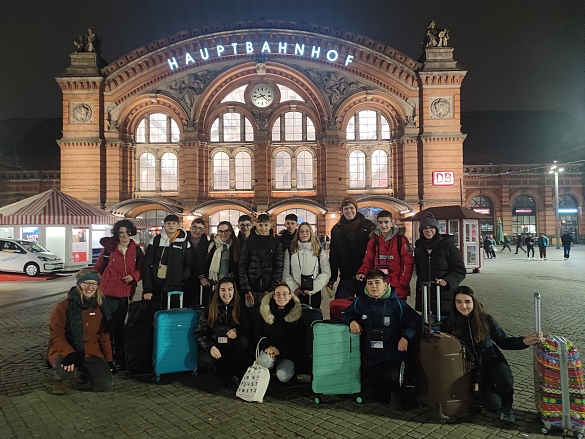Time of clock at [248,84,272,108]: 8:21
